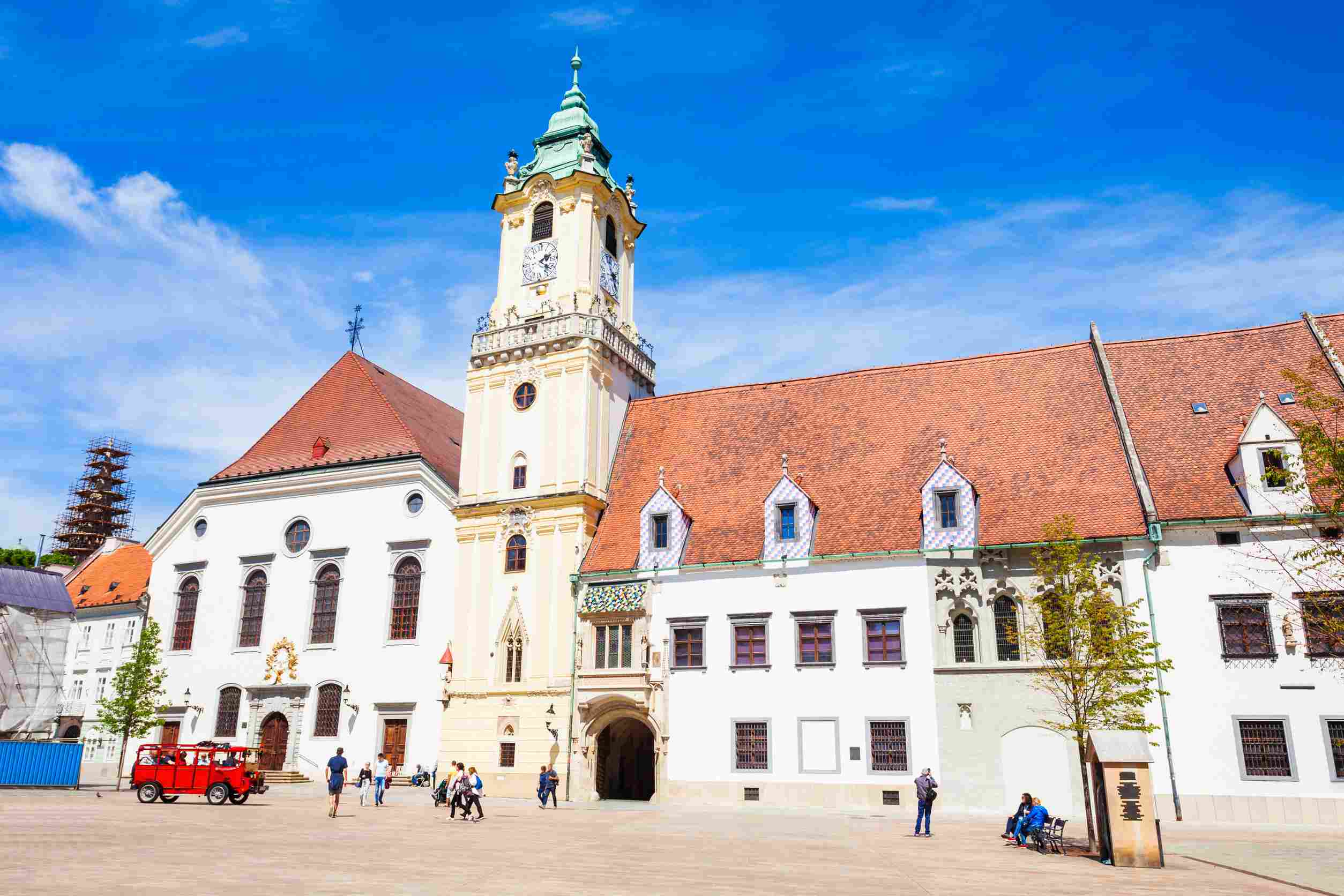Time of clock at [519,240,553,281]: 2:21
